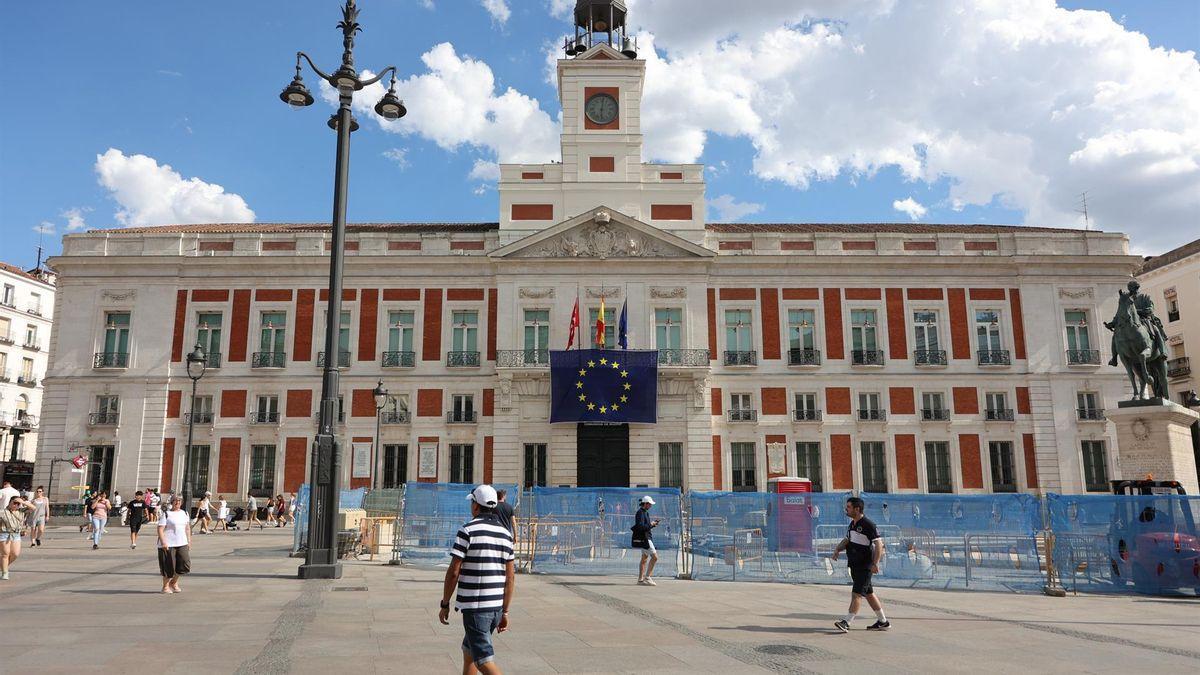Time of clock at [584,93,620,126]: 6:01
